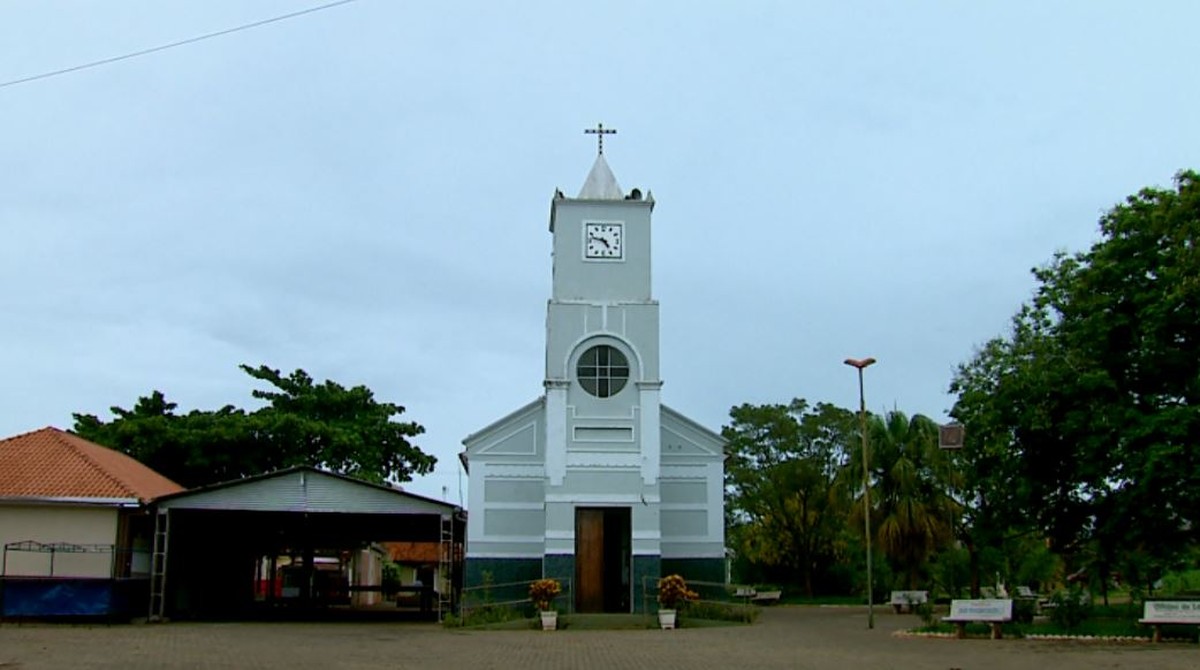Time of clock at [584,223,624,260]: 4:47
